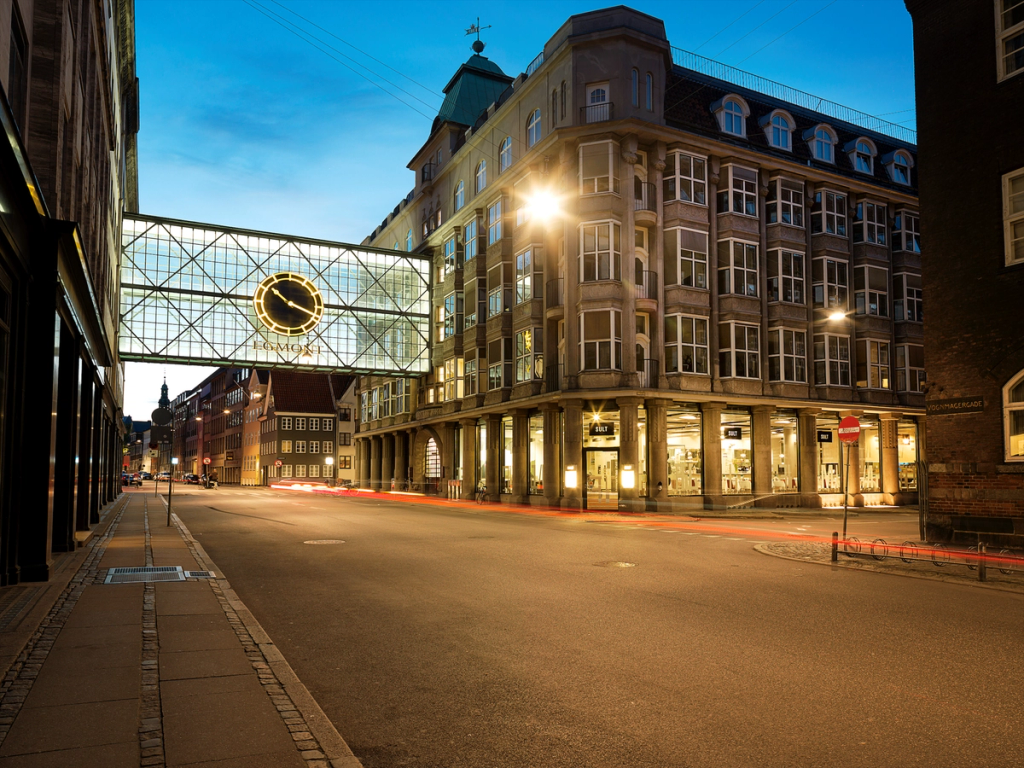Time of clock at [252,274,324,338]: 10:18
